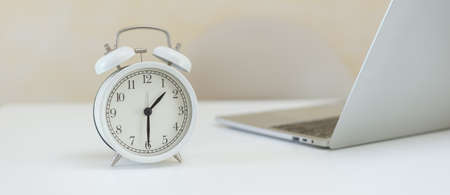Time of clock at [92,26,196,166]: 1:29
